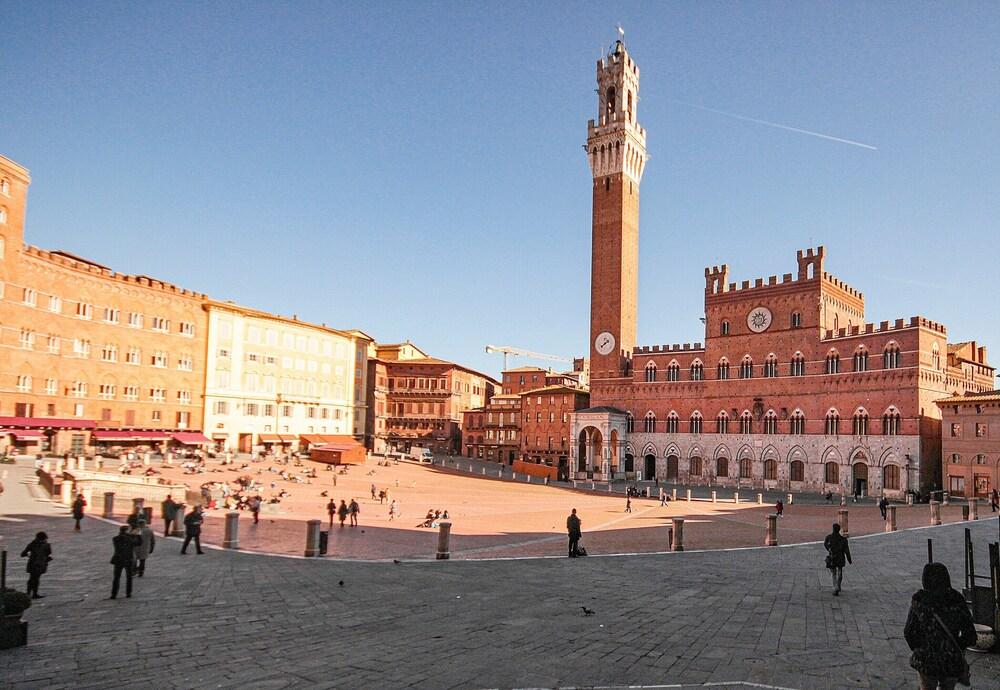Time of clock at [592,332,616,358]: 1:38
